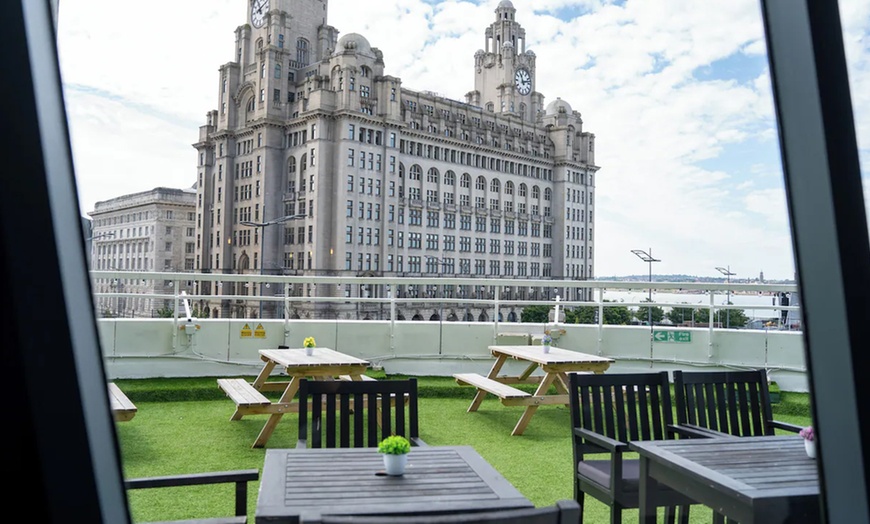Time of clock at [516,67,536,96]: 11:12
